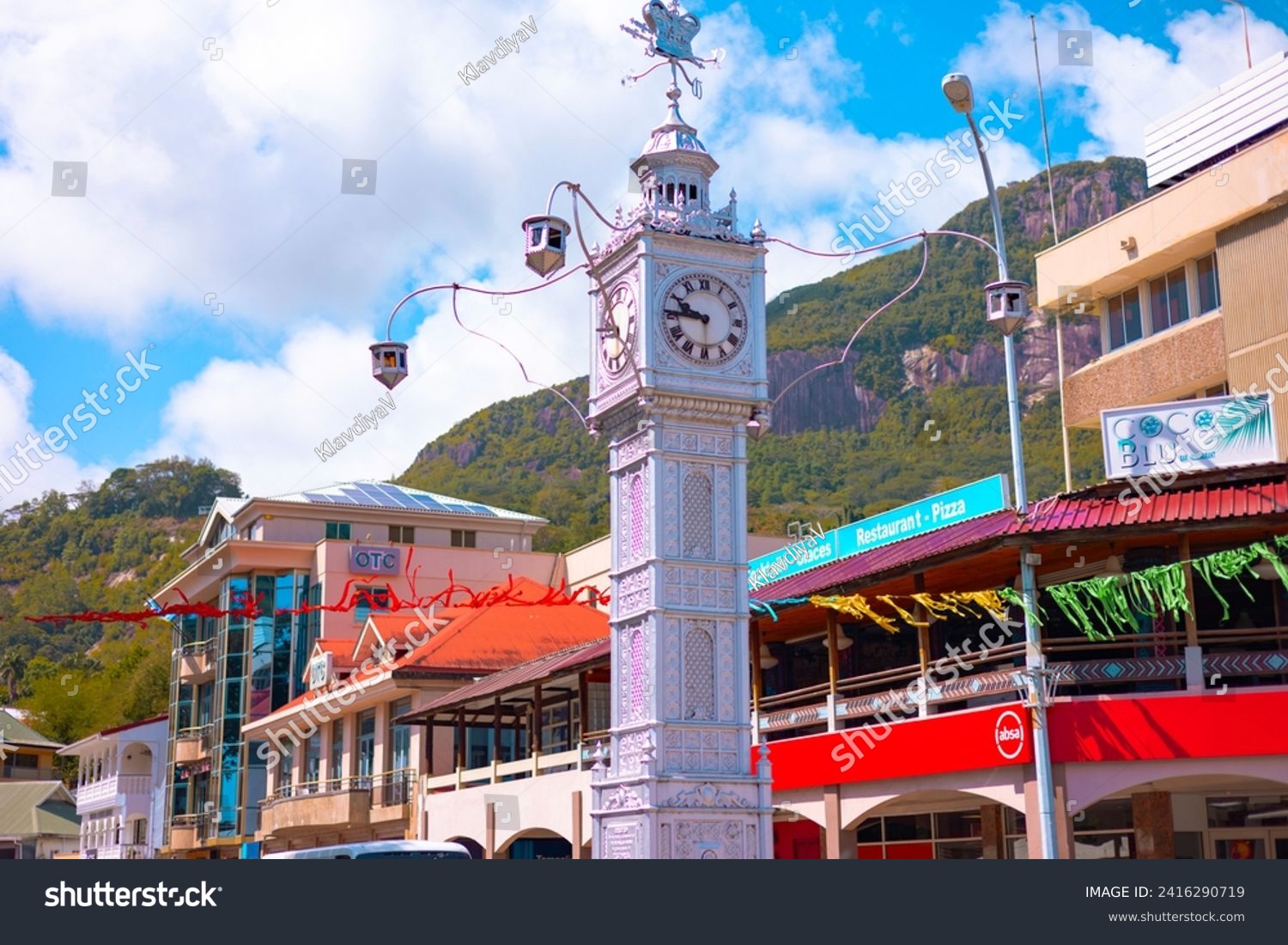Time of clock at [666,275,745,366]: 9:45
